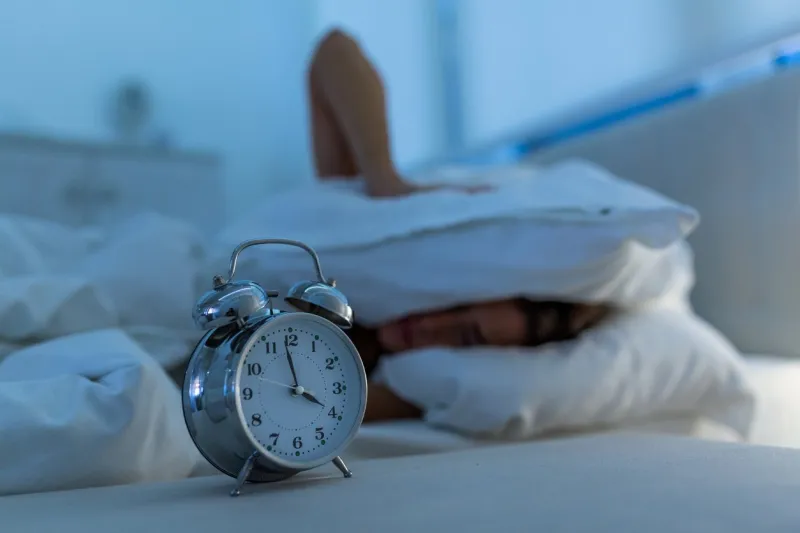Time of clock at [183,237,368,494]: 3:58
